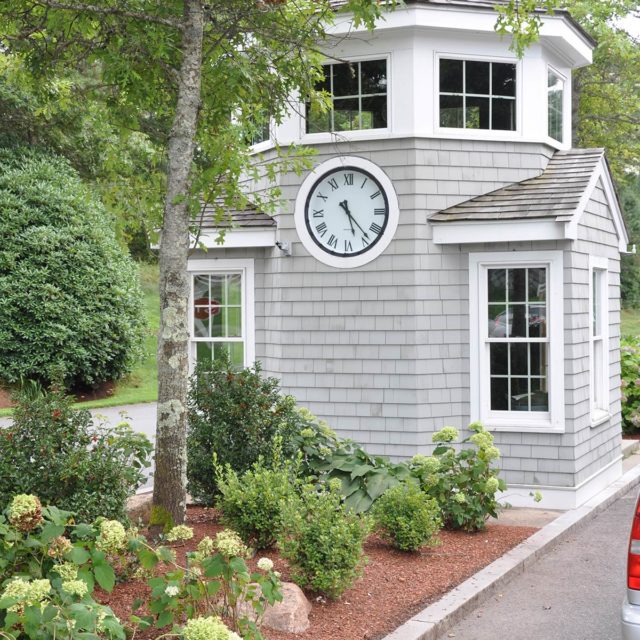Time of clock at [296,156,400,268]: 5:23
